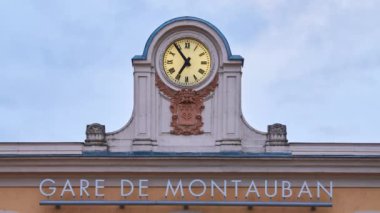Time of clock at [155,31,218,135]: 6:54
